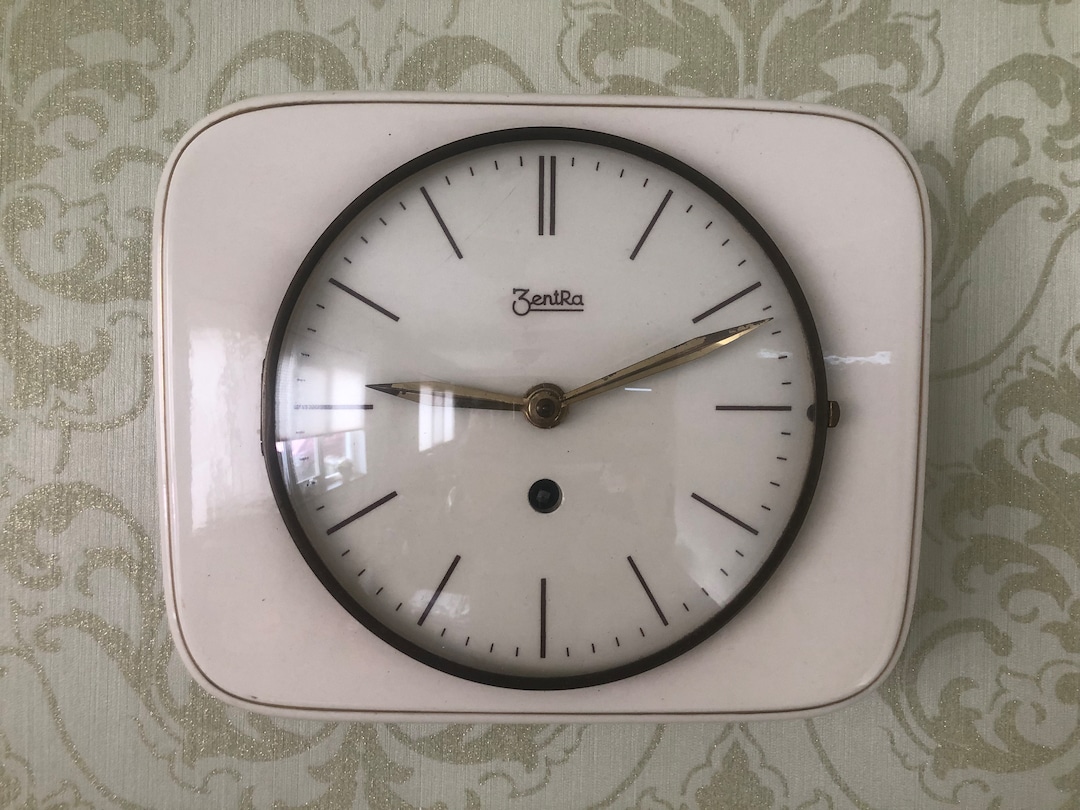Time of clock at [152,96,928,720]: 9:11
